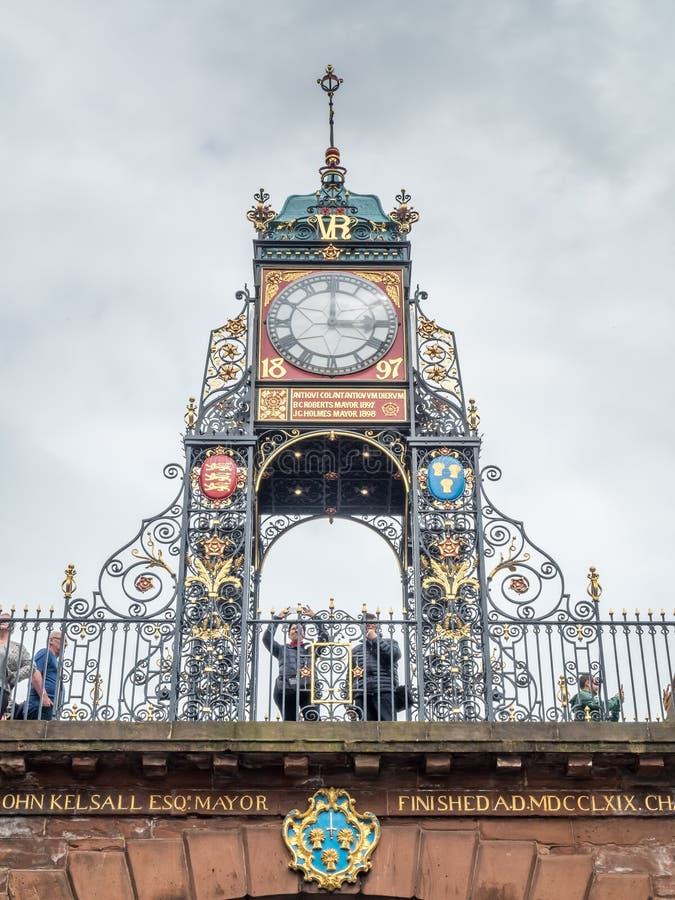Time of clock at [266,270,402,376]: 3:00
